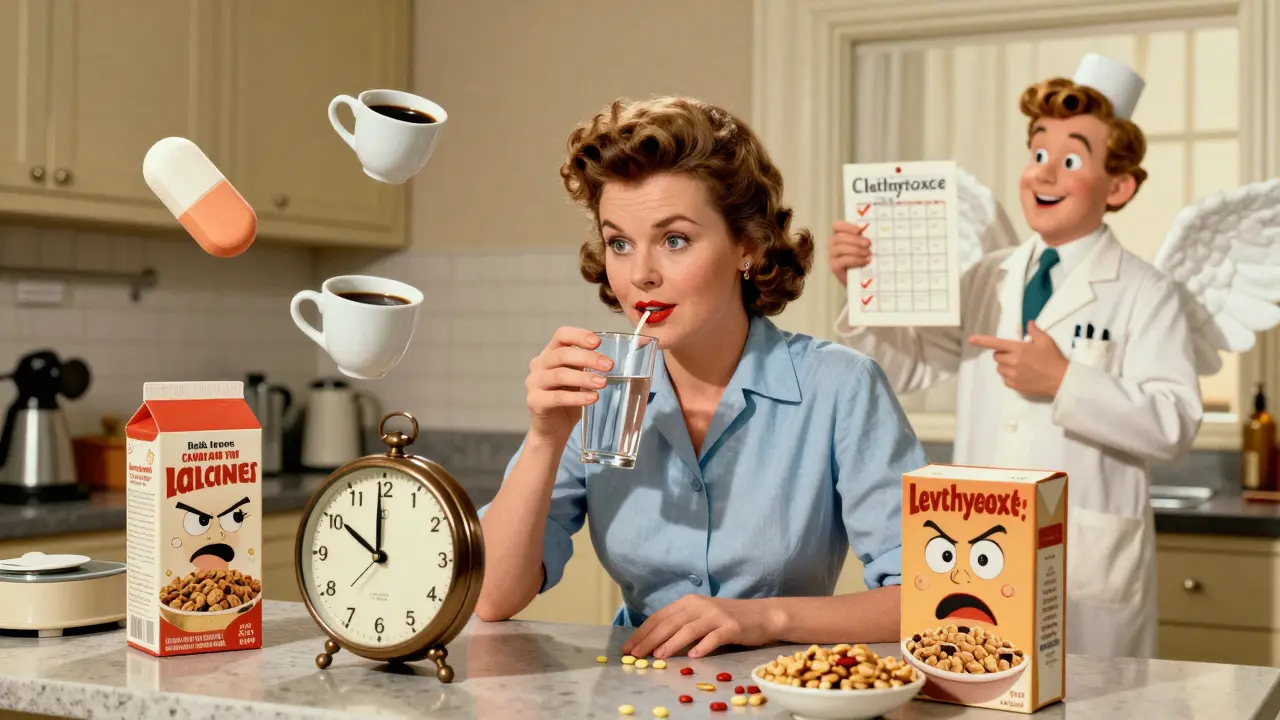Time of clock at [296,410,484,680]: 9:59
